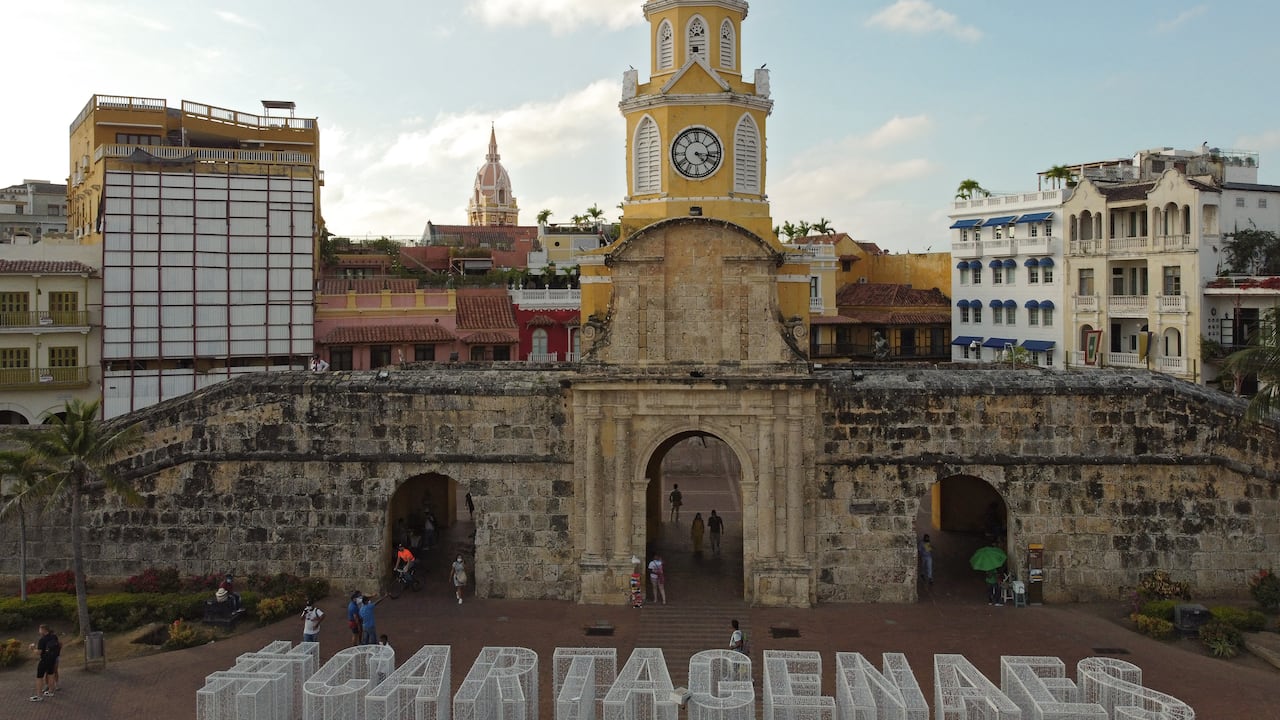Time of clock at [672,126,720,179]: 4:16
